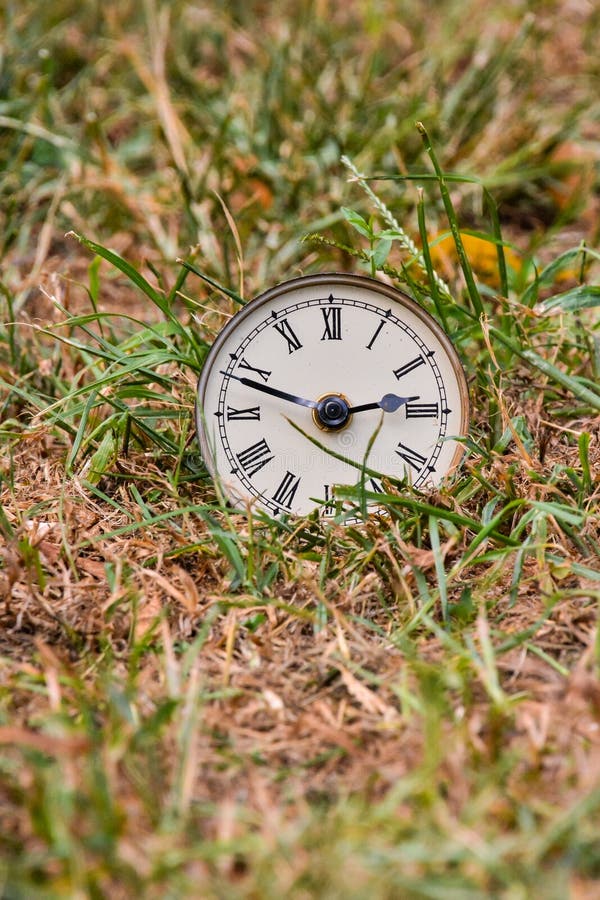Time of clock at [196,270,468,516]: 2:48
